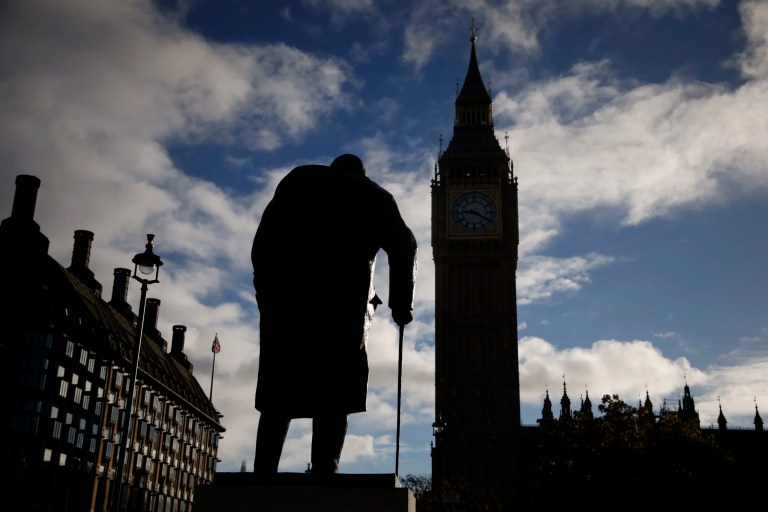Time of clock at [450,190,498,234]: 9:20
